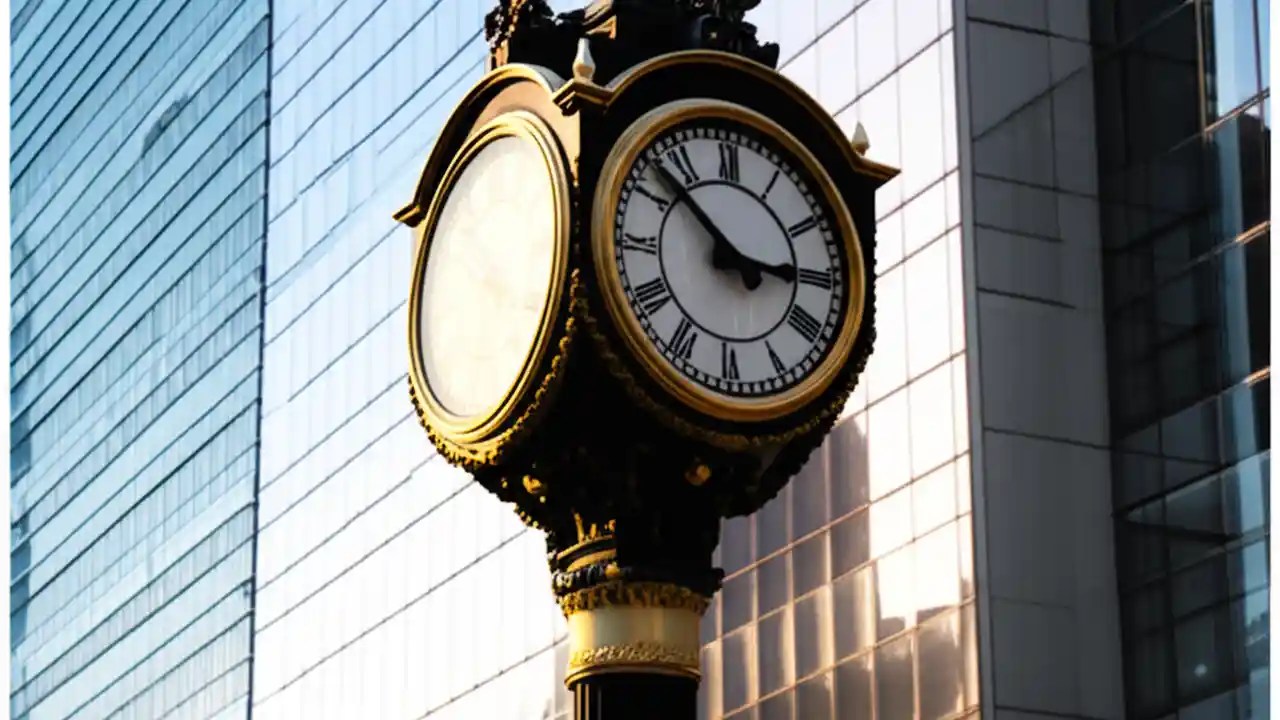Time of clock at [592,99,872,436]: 2:52
